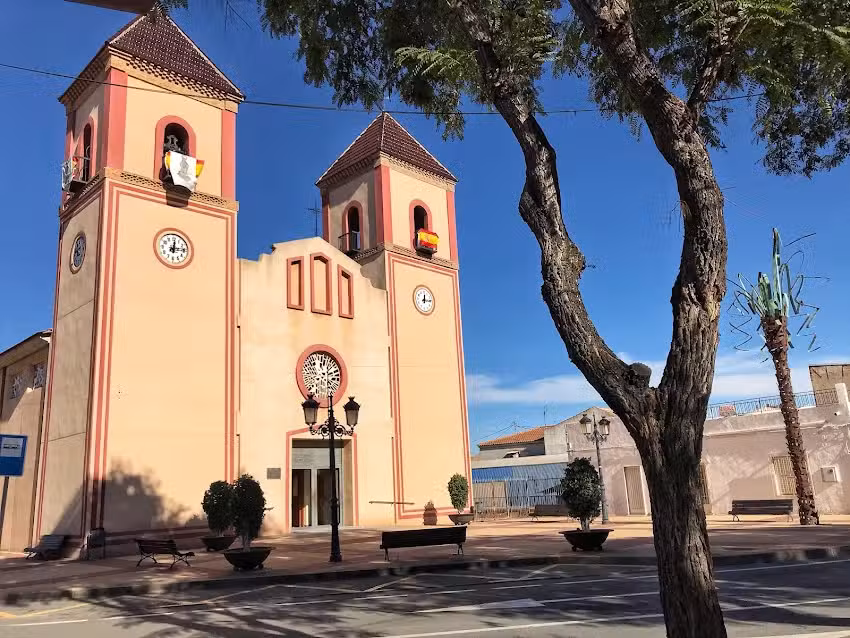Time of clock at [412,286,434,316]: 12:14
